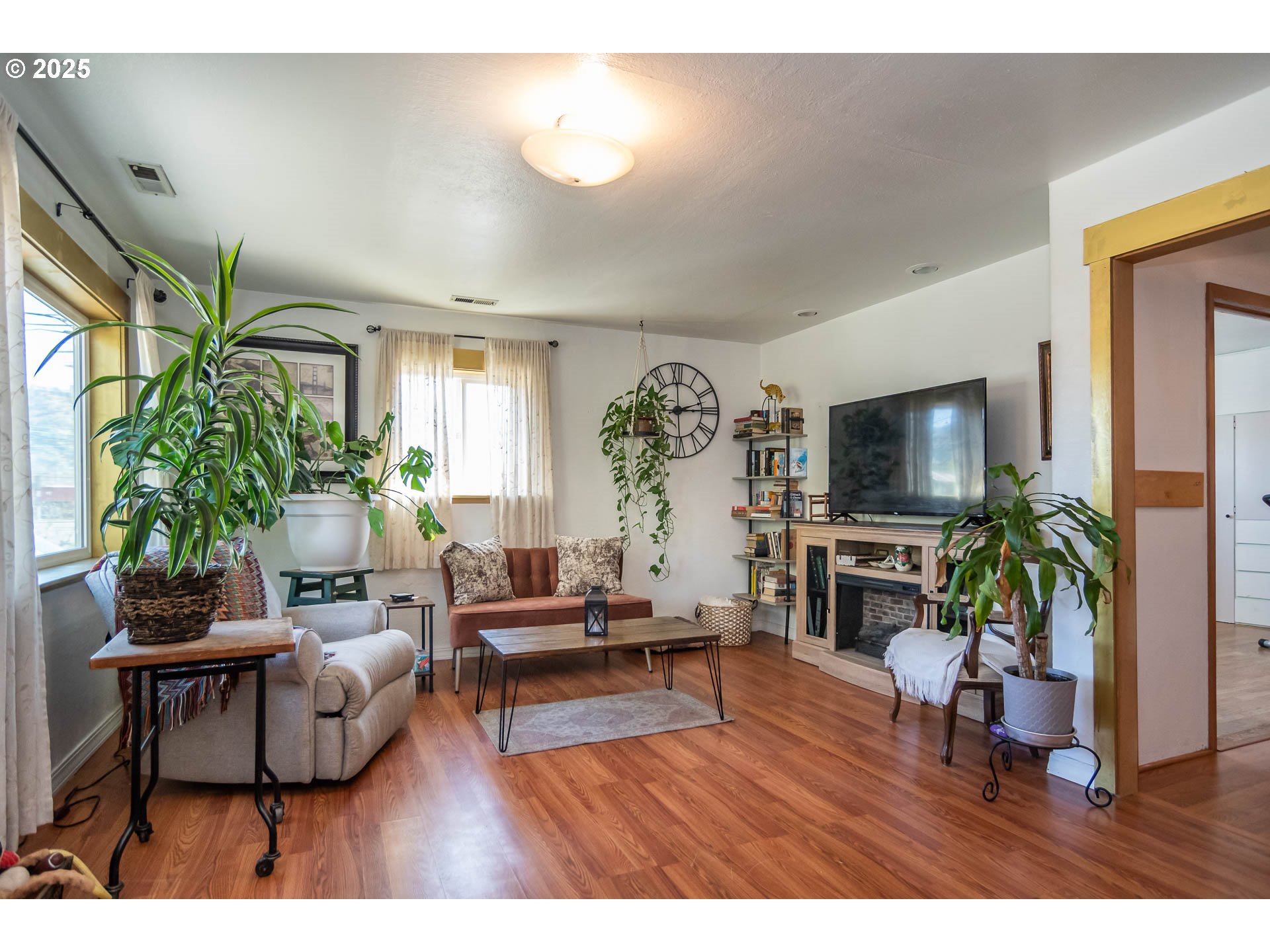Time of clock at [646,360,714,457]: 2:14
